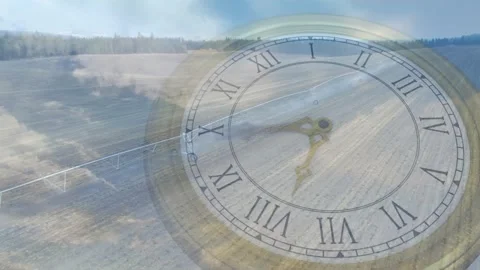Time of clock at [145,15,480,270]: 6:44
